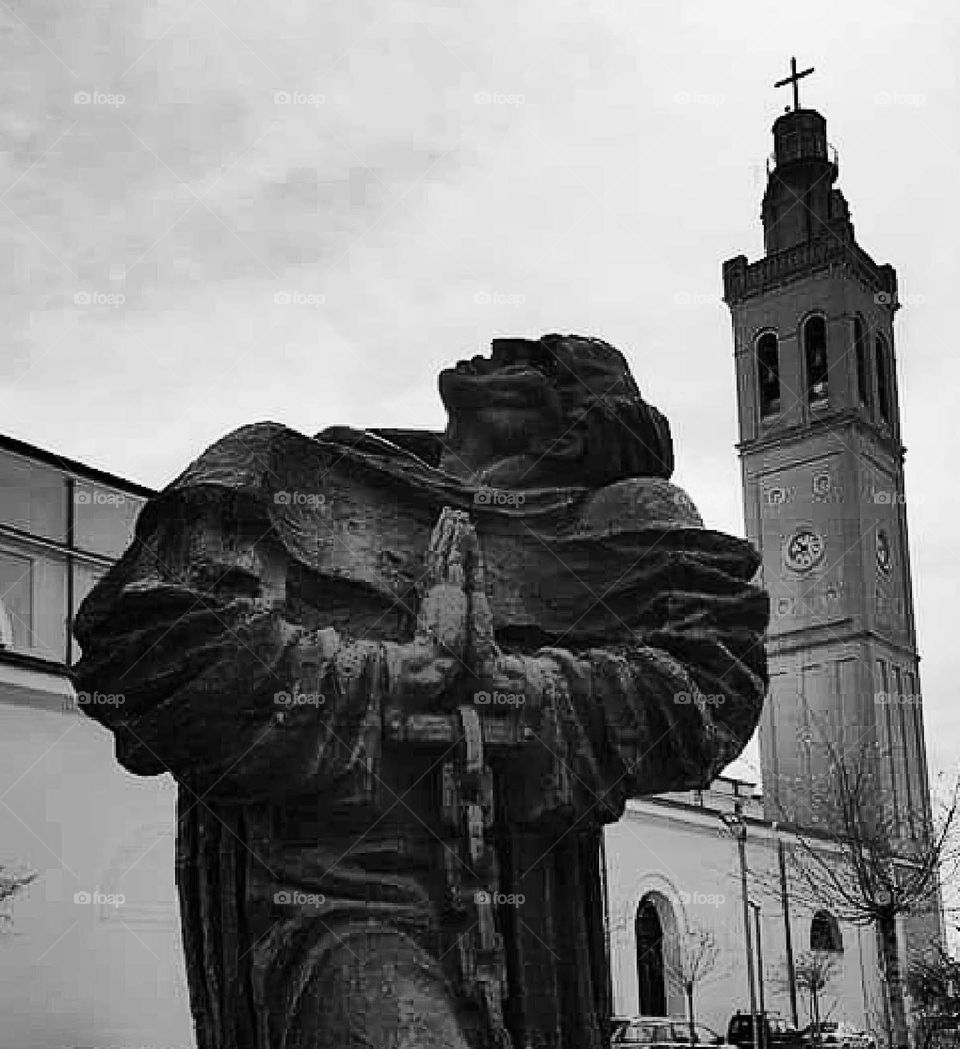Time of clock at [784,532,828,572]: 10:42
